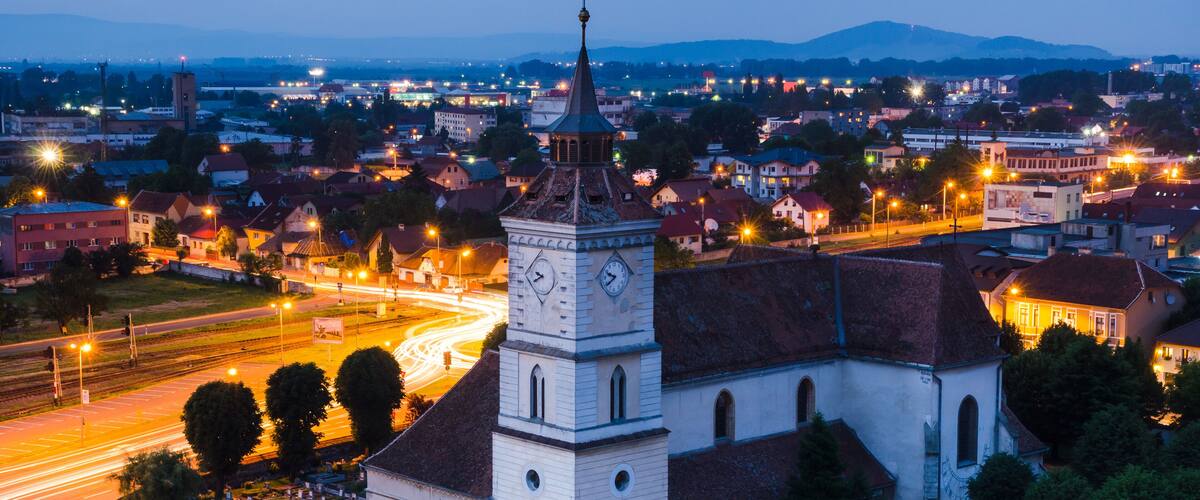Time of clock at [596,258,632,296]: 9:39
